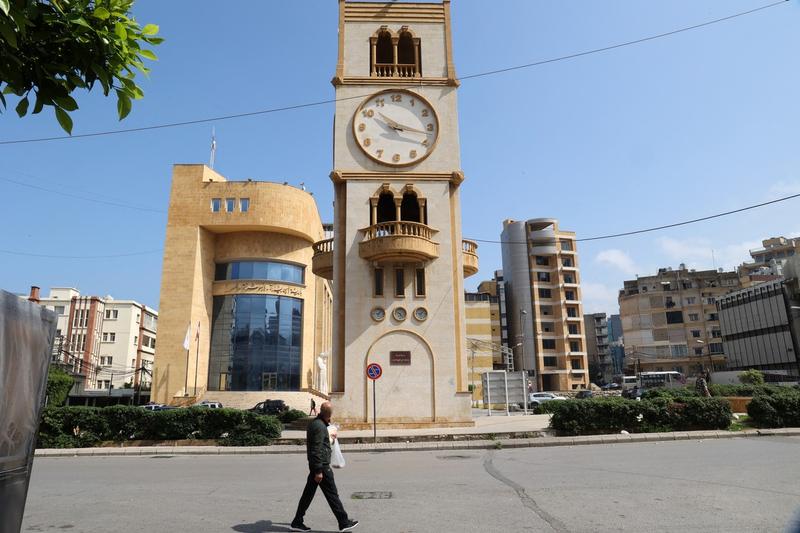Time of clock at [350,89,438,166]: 10:17
